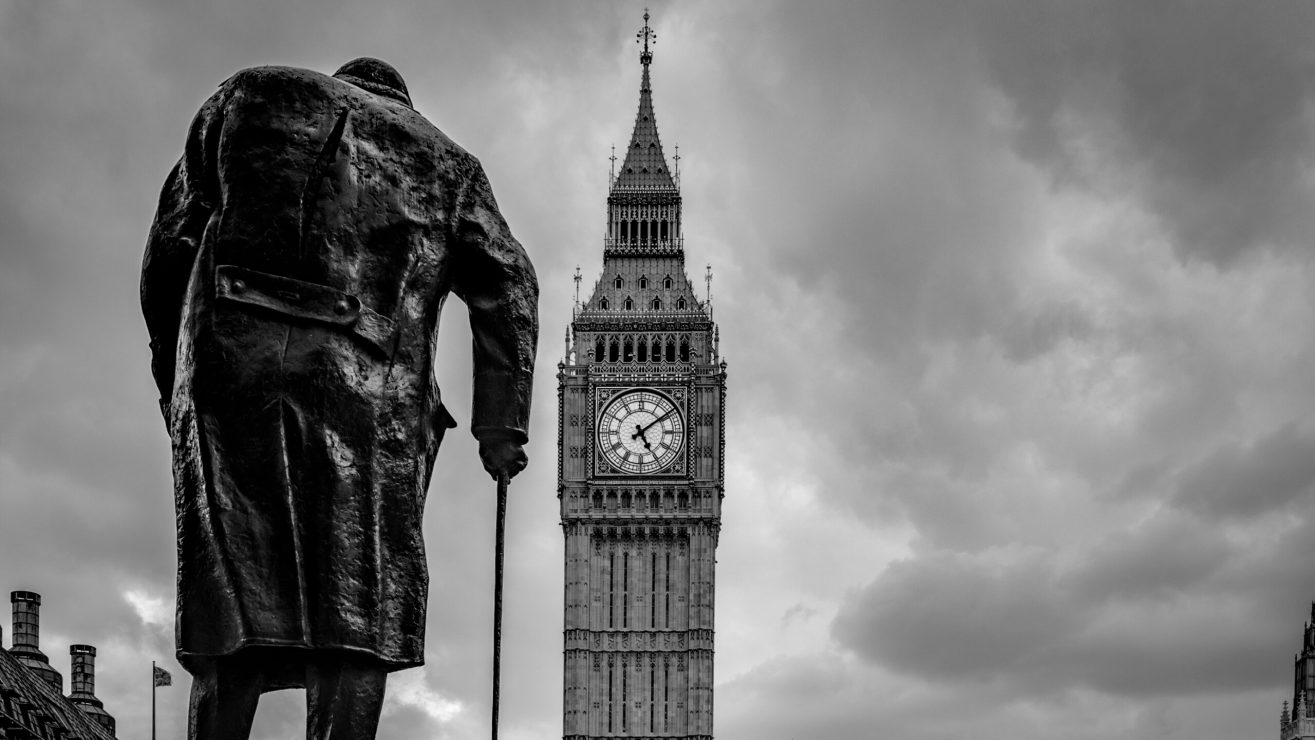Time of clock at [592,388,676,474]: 5:08
